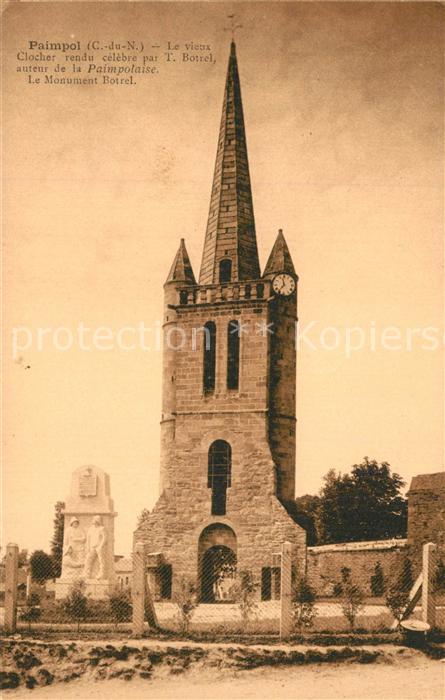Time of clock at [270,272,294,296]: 11:36
